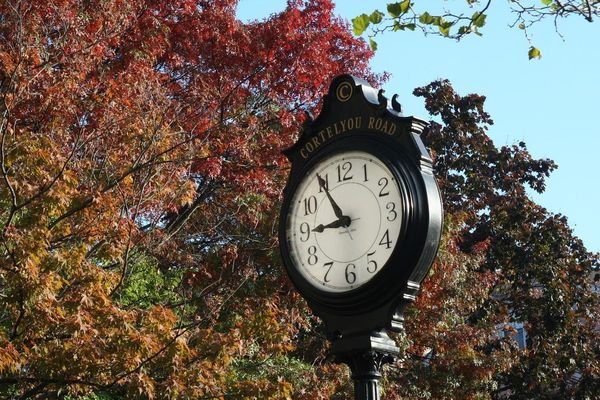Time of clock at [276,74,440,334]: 8:54
